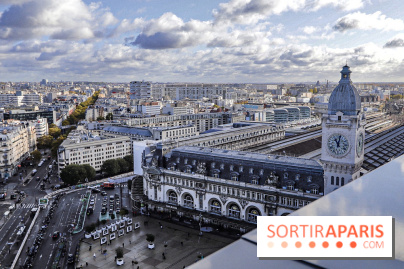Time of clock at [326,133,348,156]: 11:02
